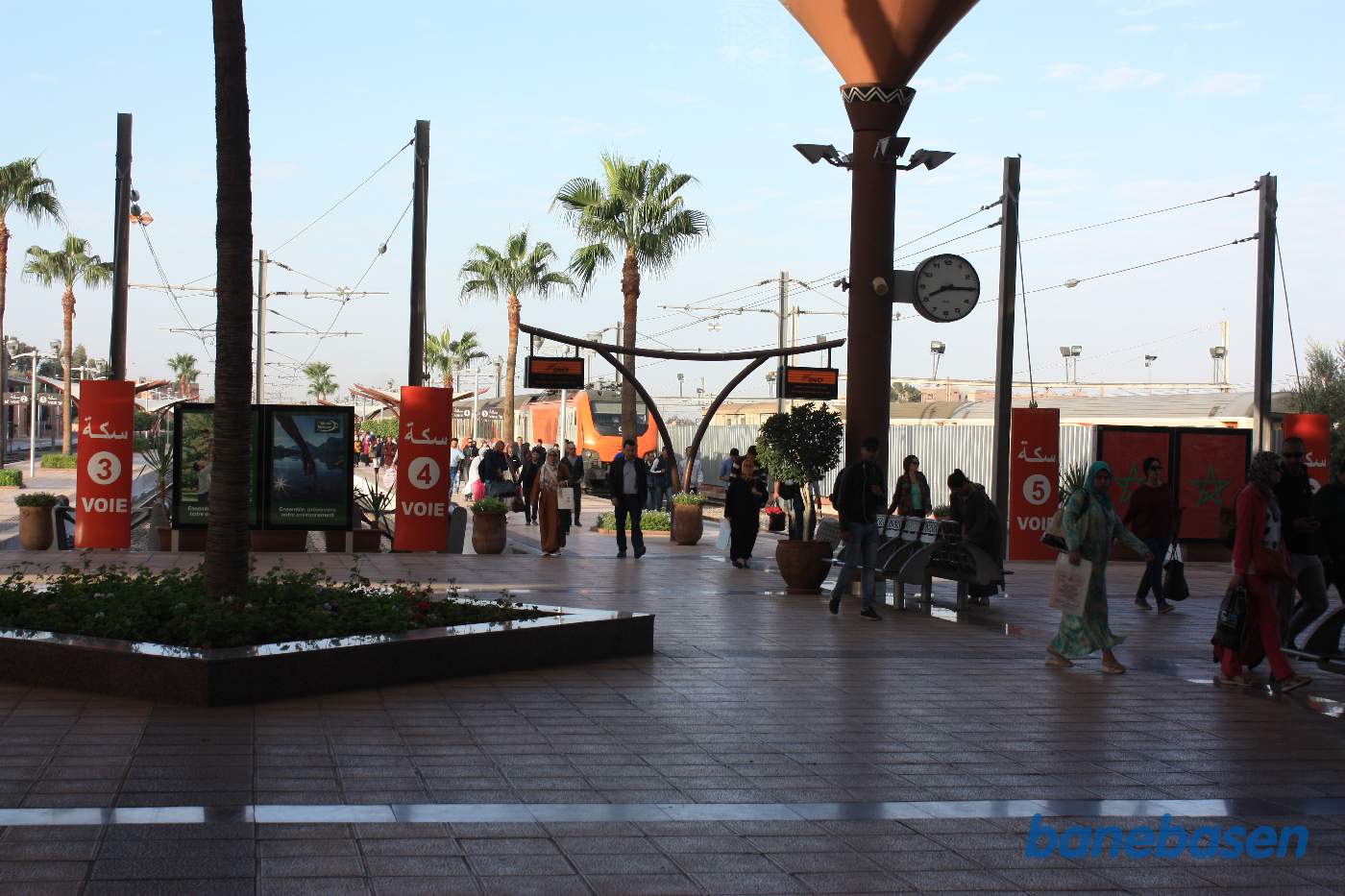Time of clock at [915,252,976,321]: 8:14
